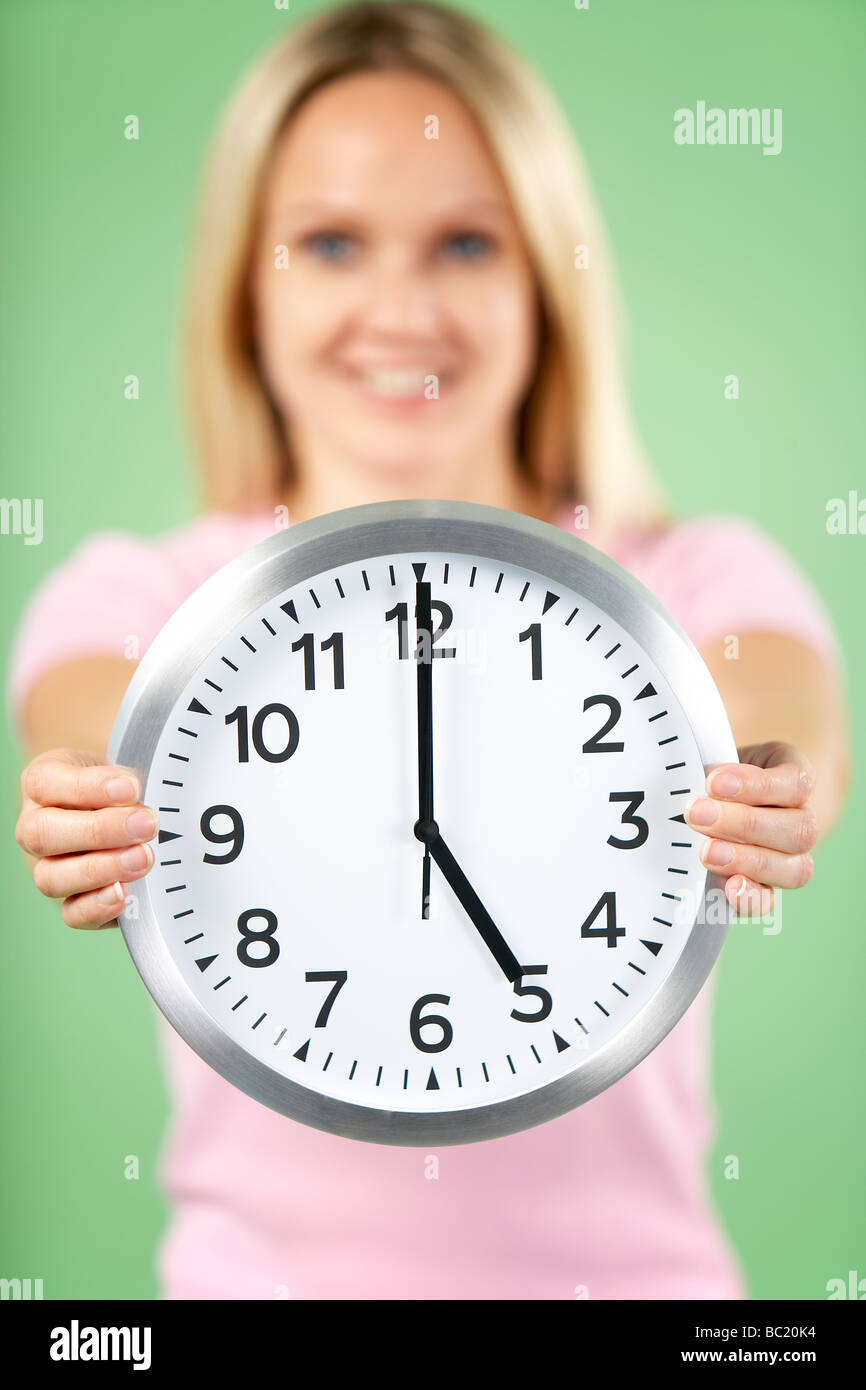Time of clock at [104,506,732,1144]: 5:00
